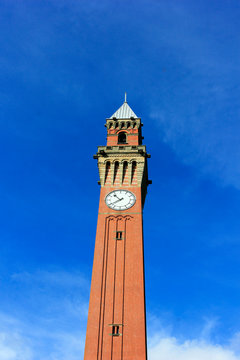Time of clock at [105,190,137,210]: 10:39
